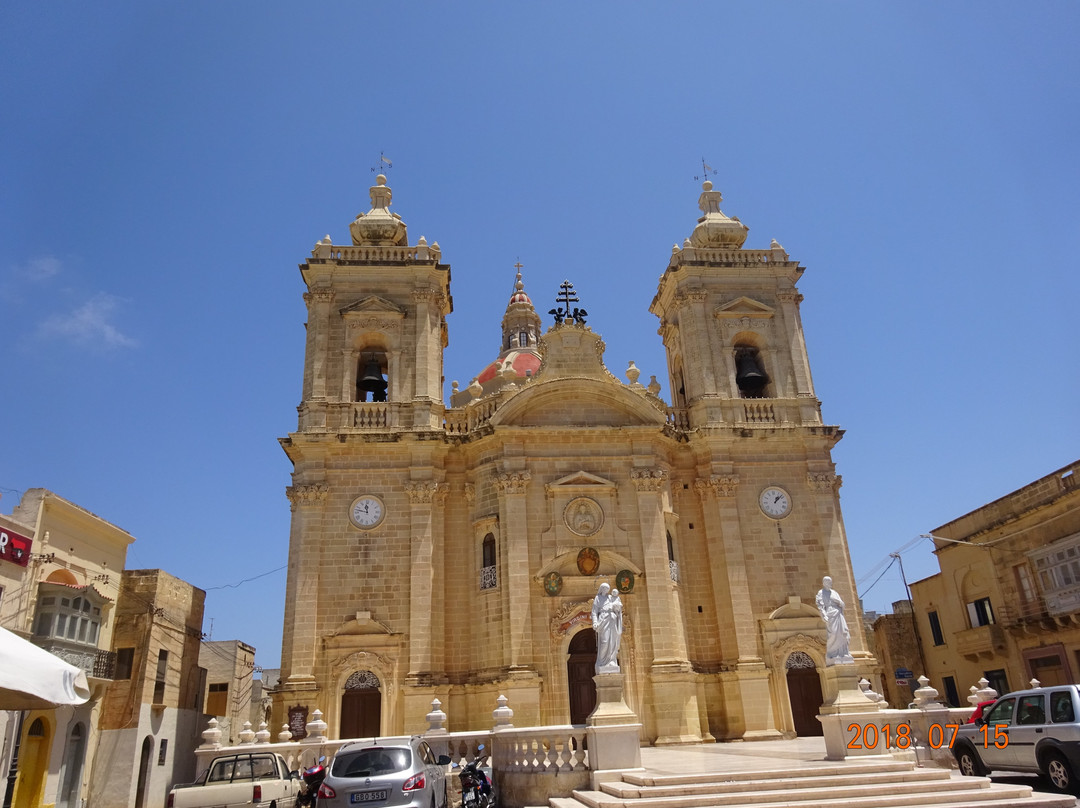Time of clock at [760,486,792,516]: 1:08
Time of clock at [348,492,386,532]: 11:47
